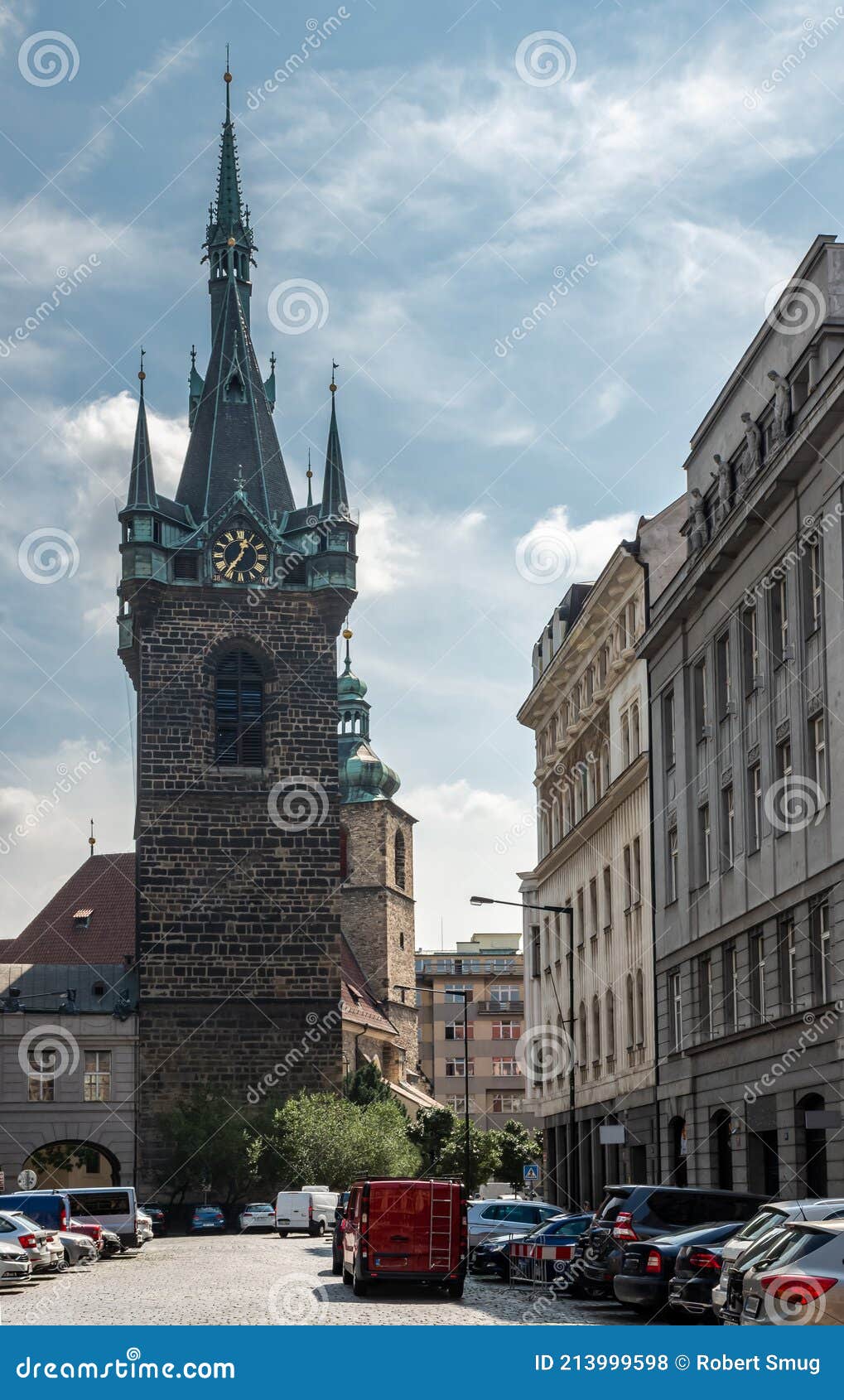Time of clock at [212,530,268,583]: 12:36
